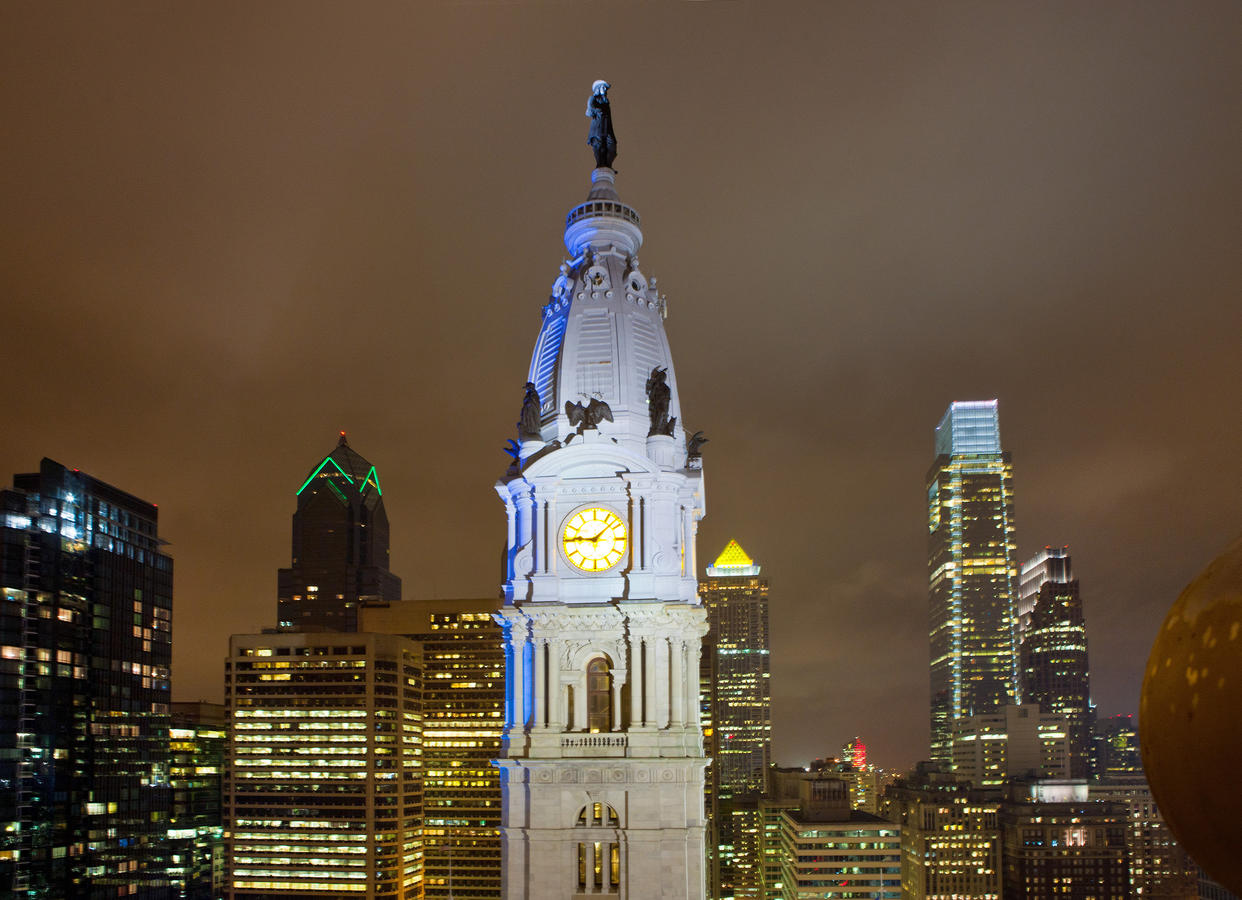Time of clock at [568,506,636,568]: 9:07
